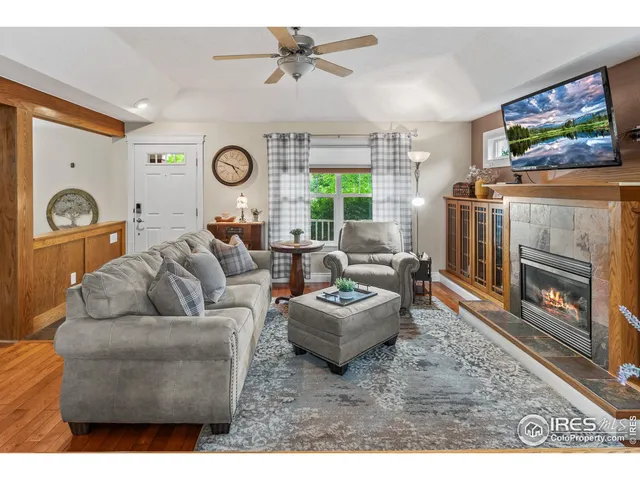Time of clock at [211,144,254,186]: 4:48
